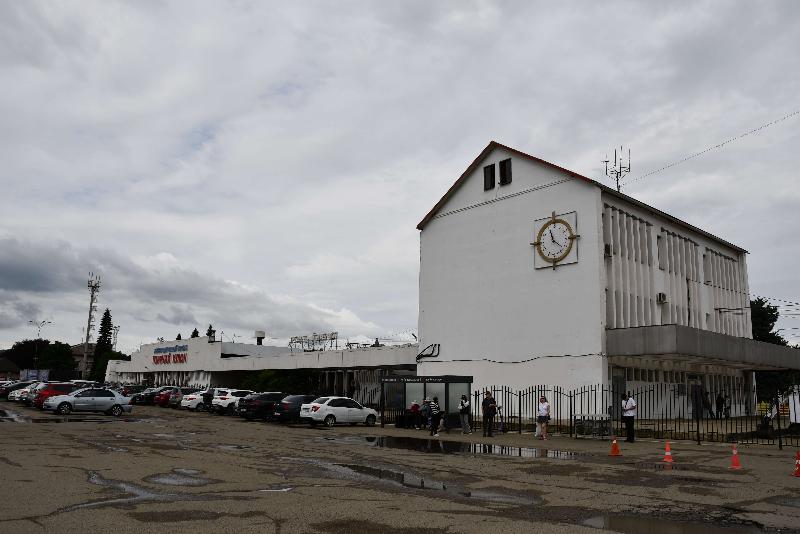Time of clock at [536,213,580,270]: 11:21
